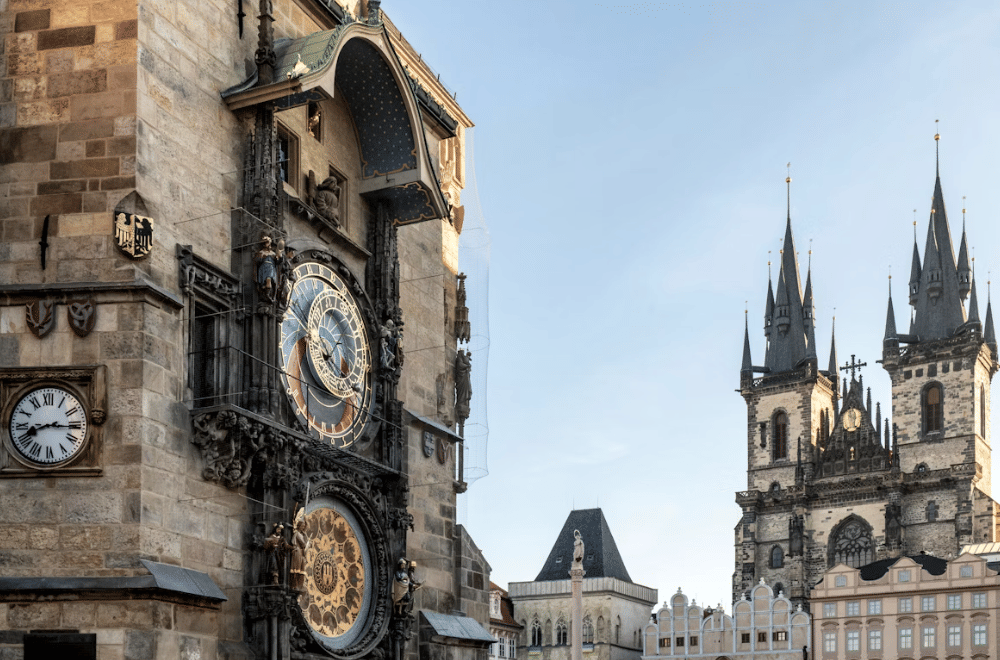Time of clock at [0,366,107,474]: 8:15
